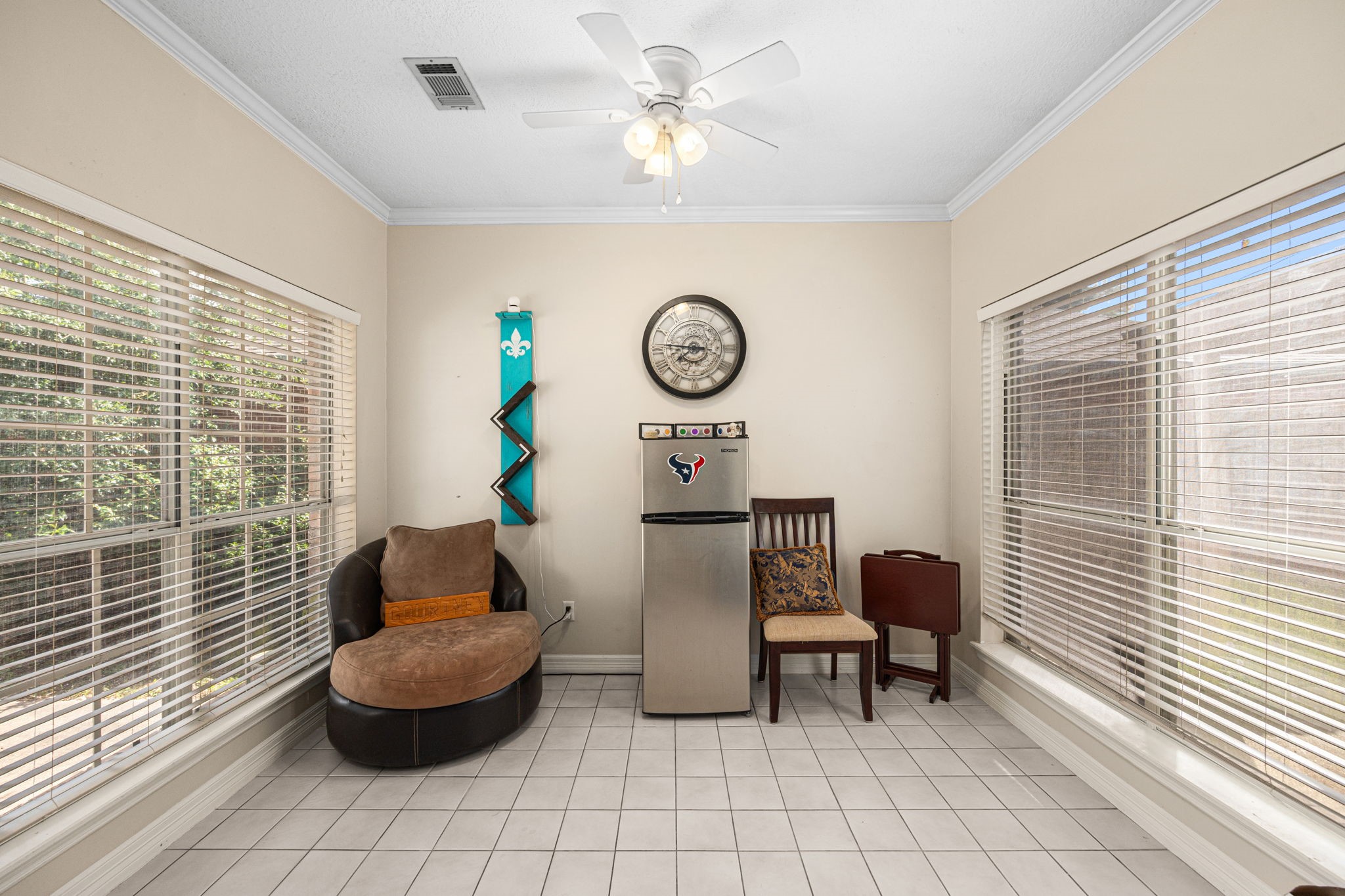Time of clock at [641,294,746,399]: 7:46
